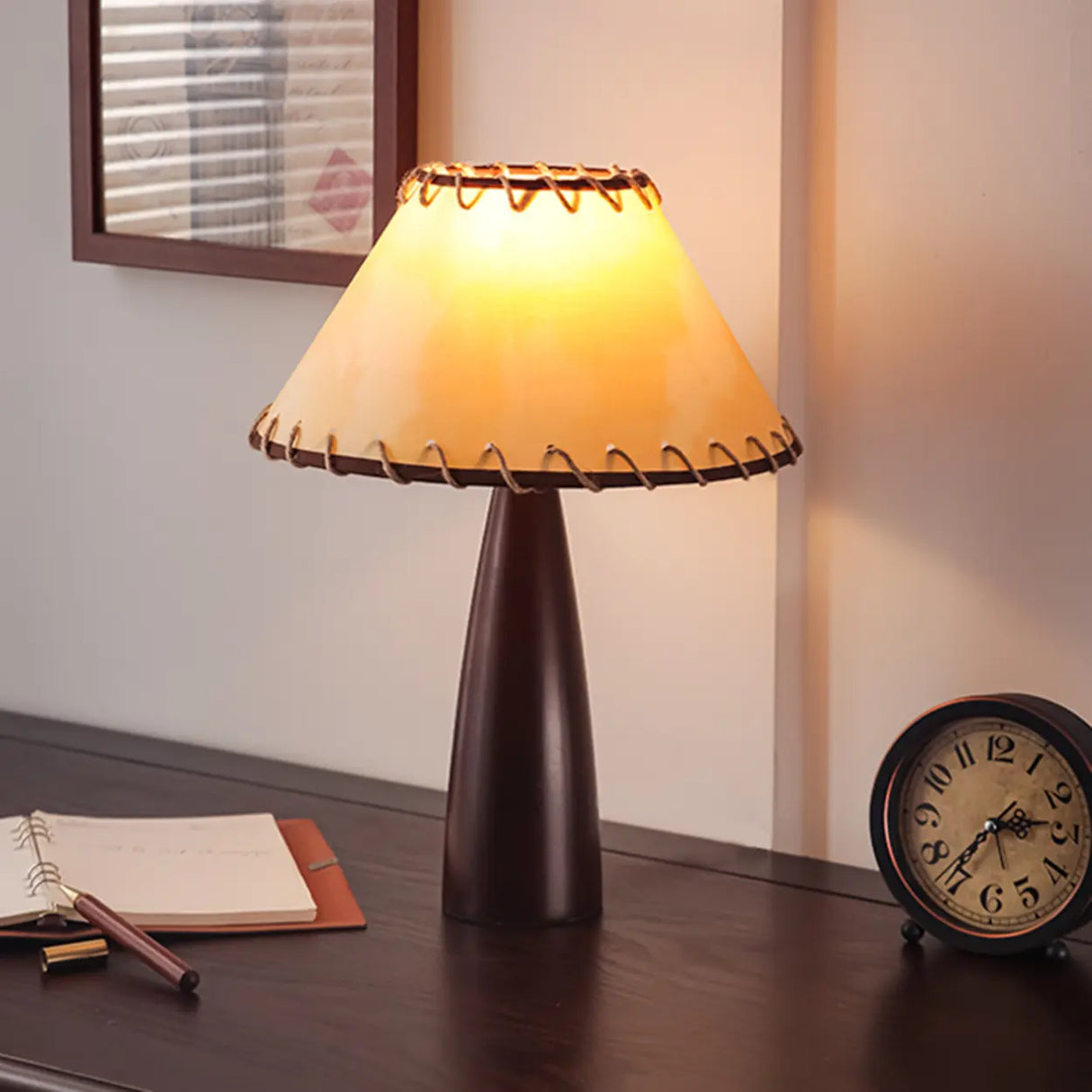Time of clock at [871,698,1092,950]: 2:36
